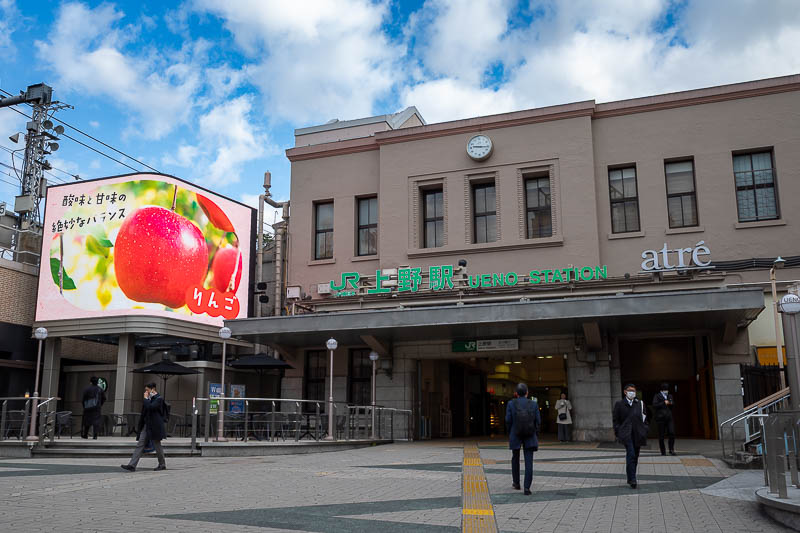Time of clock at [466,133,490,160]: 9:16
